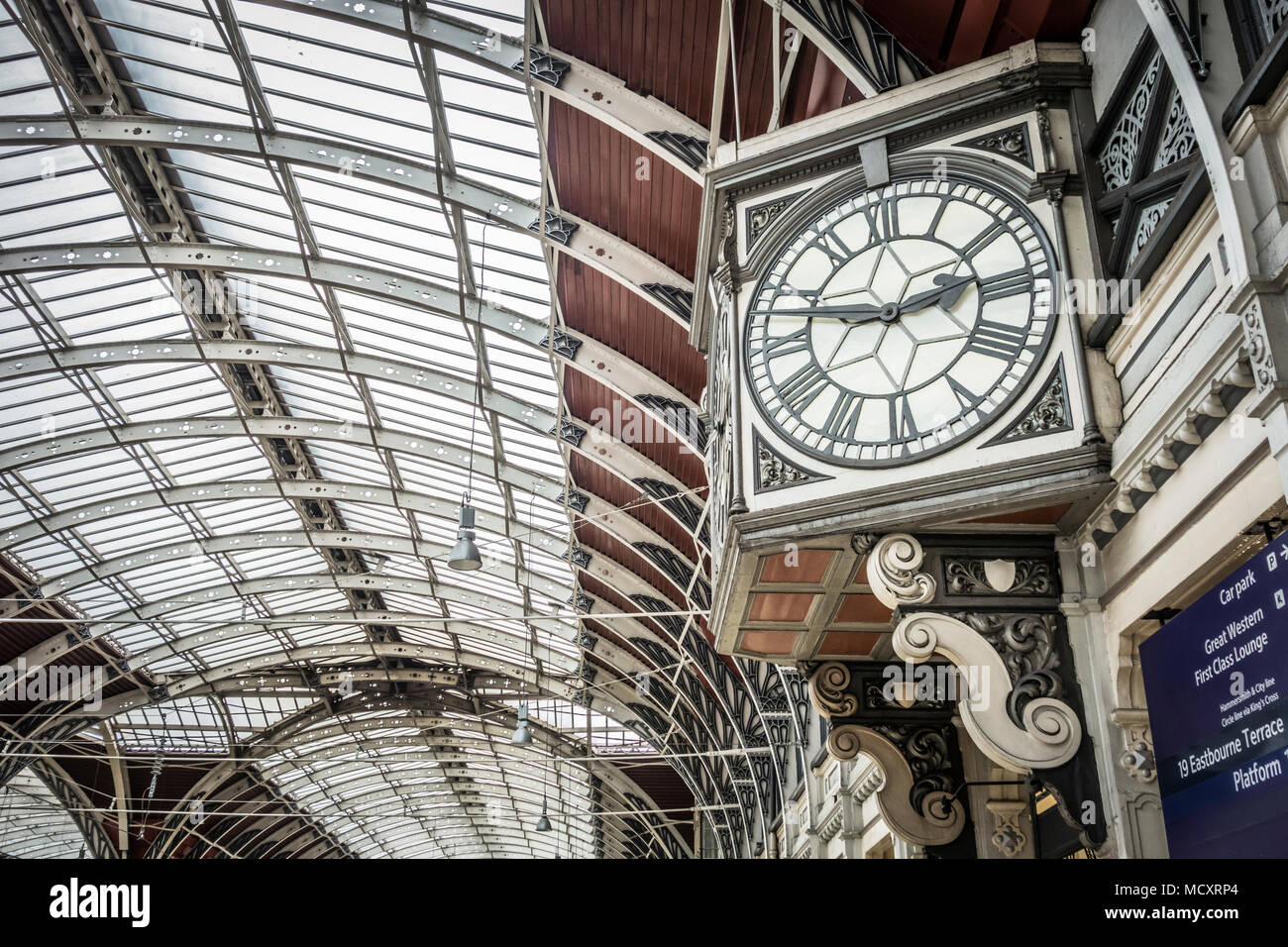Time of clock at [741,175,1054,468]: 2:47
